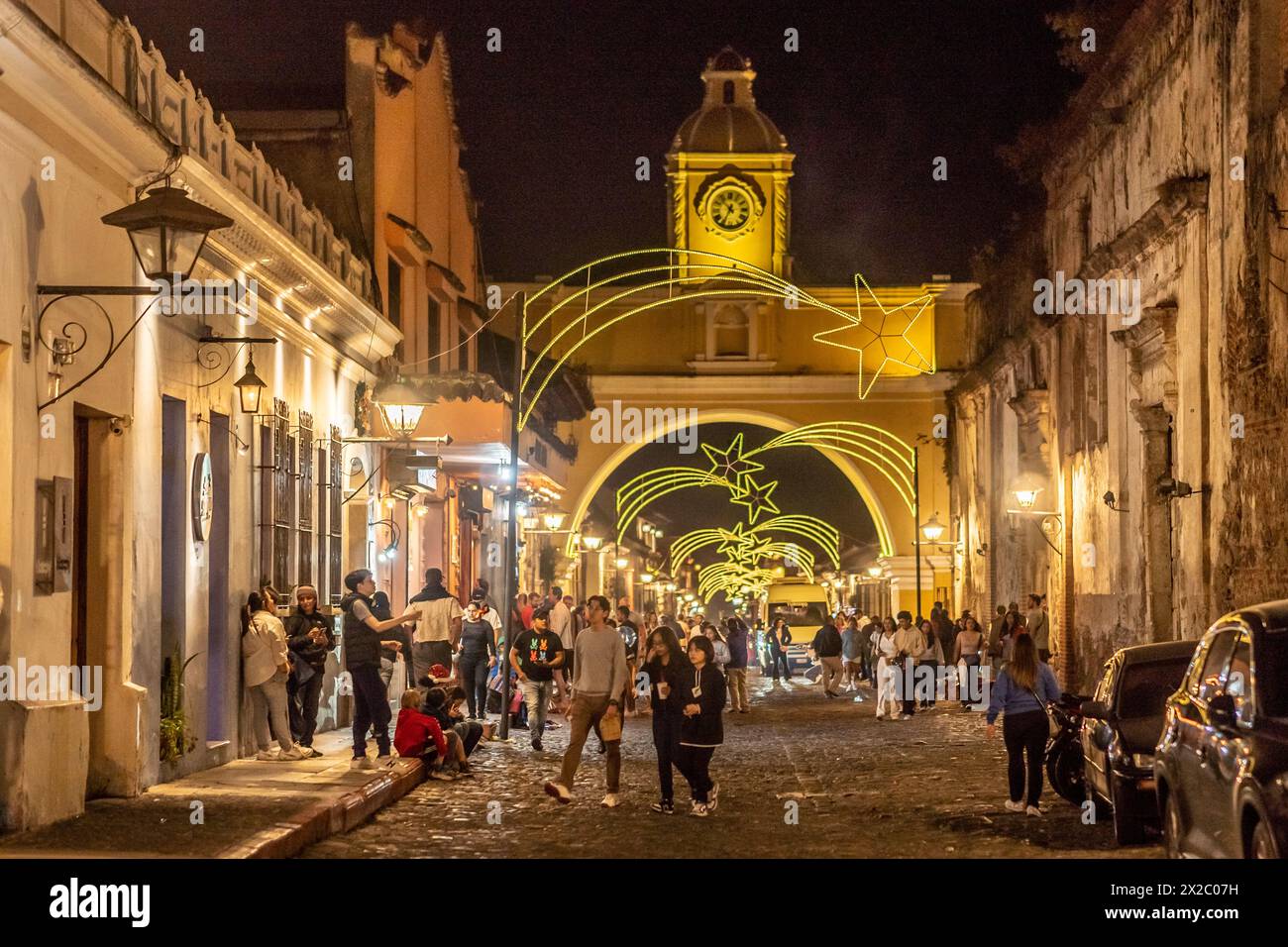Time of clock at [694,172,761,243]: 10:34
